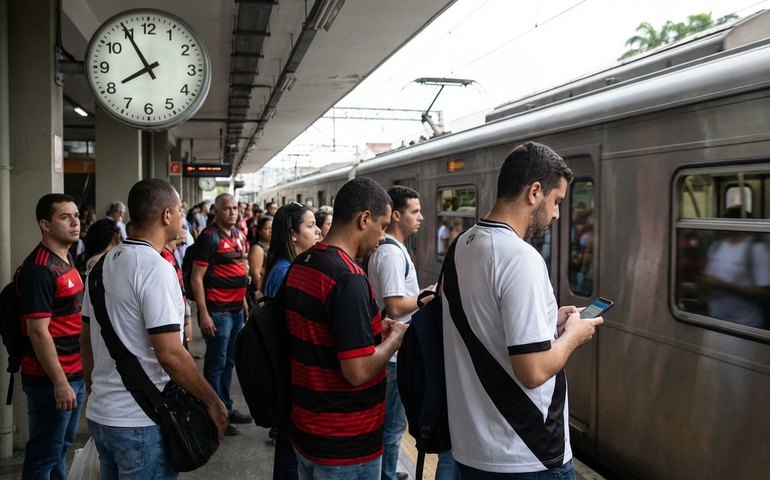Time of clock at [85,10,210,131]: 7:54
